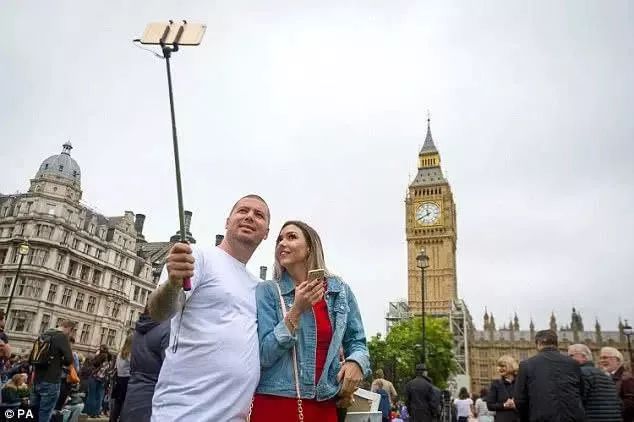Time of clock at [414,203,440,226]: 11:40
